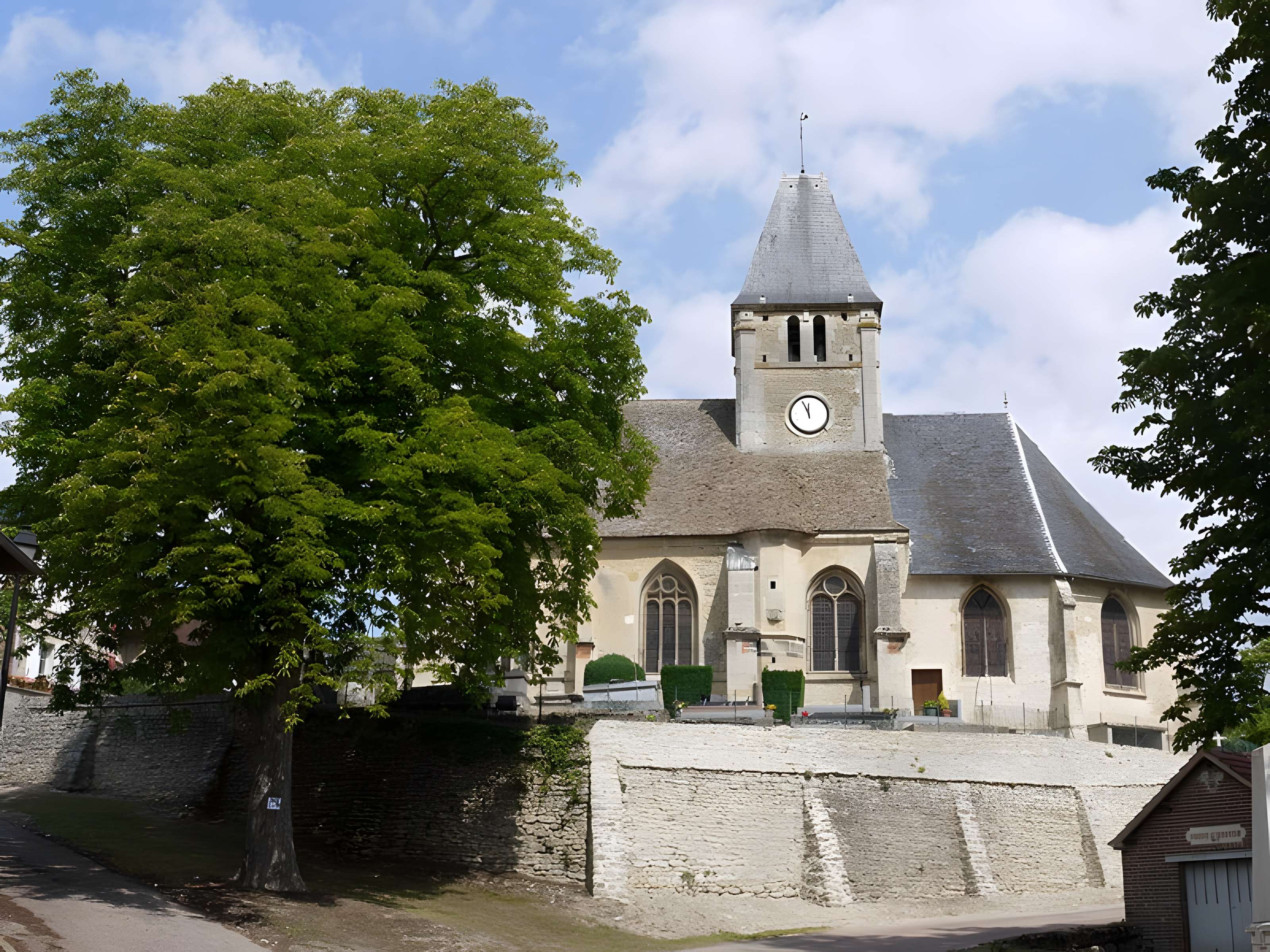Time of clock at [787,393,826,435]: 11:55
